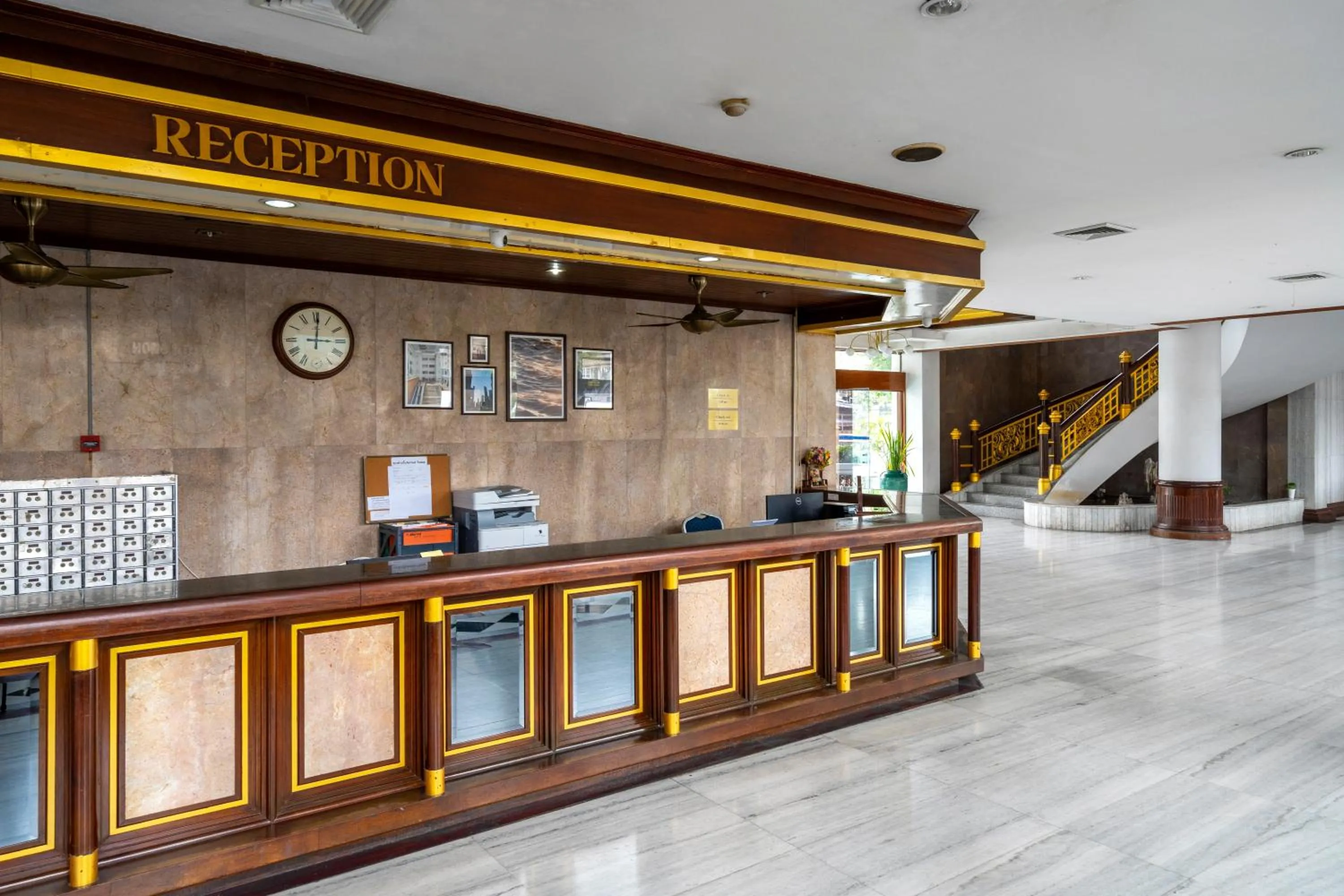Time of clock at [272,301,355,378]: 3:00
